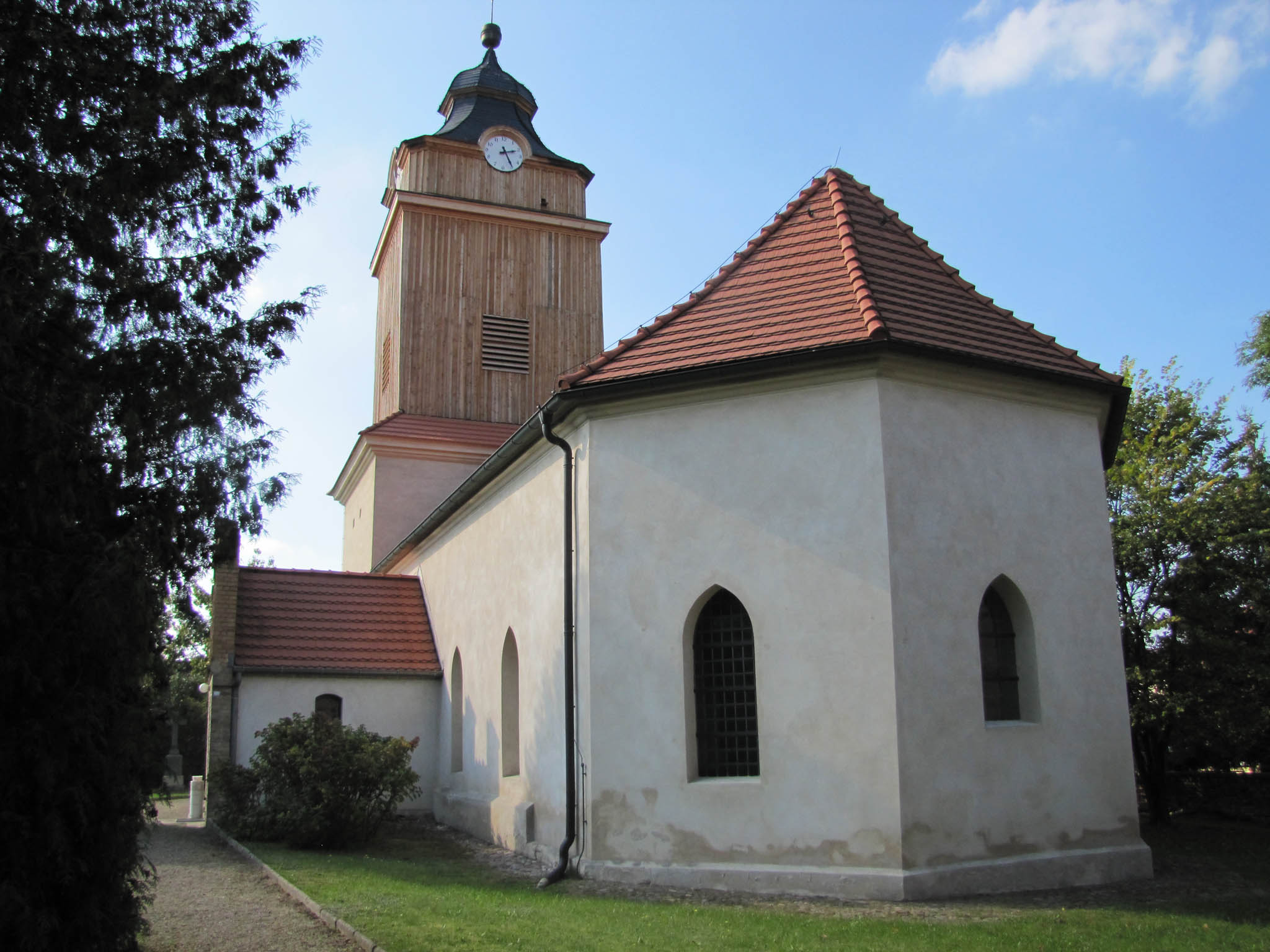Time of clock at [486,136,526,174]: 2:24
